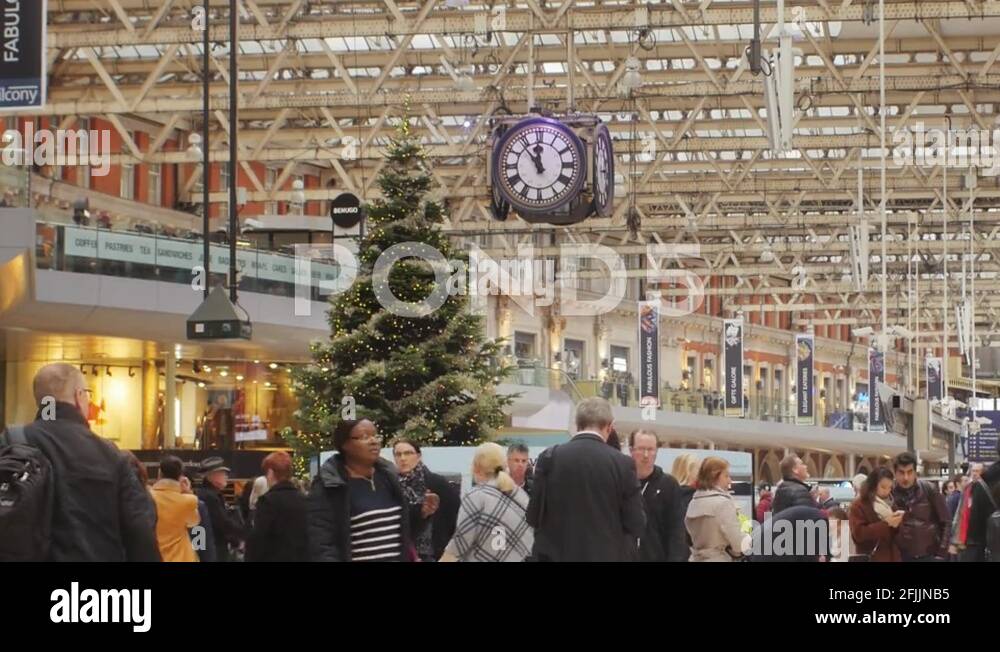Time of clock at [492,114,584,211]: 11:53
